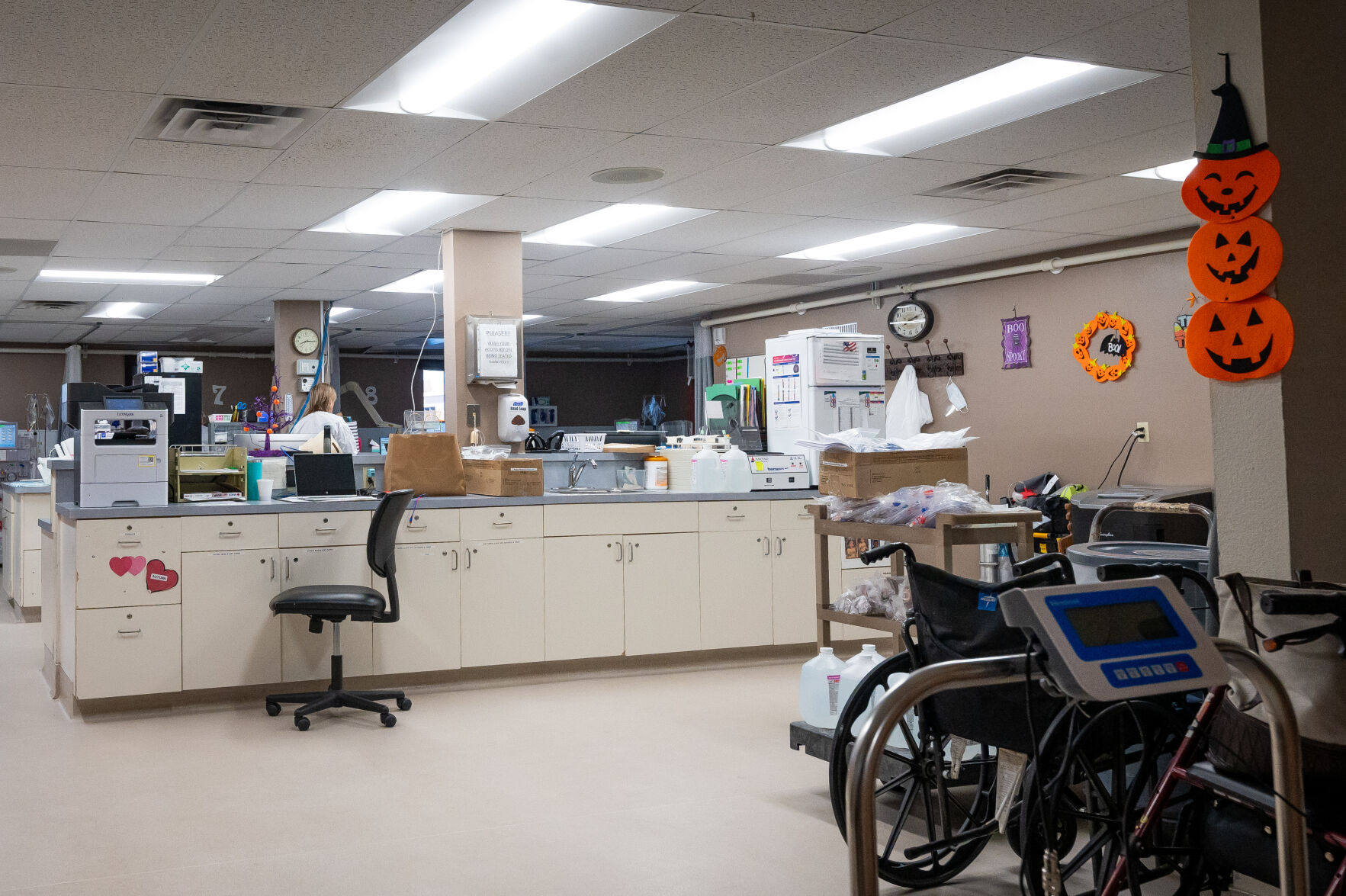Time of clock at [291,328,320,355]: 8:14
